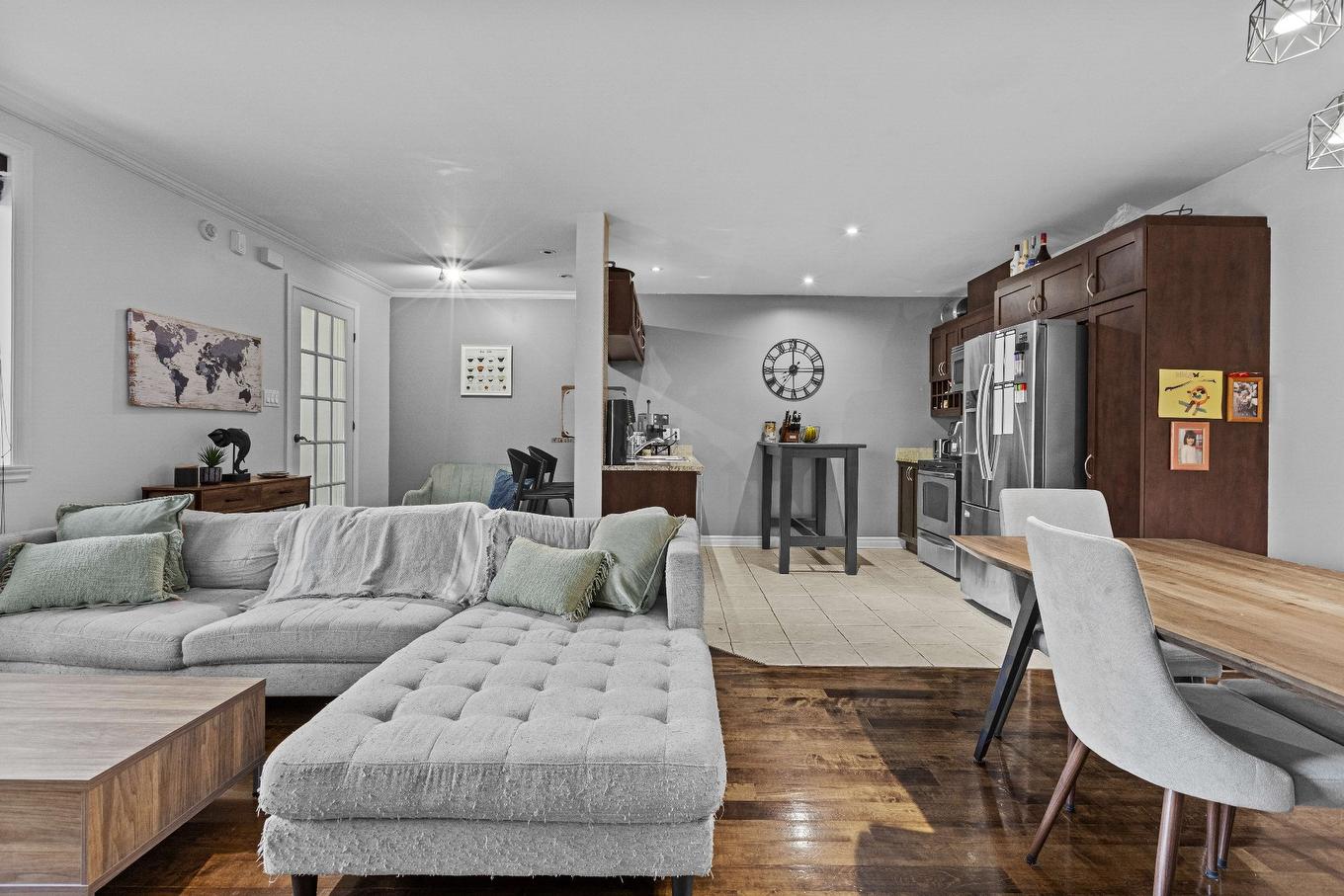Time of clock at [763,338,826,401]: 7:15
